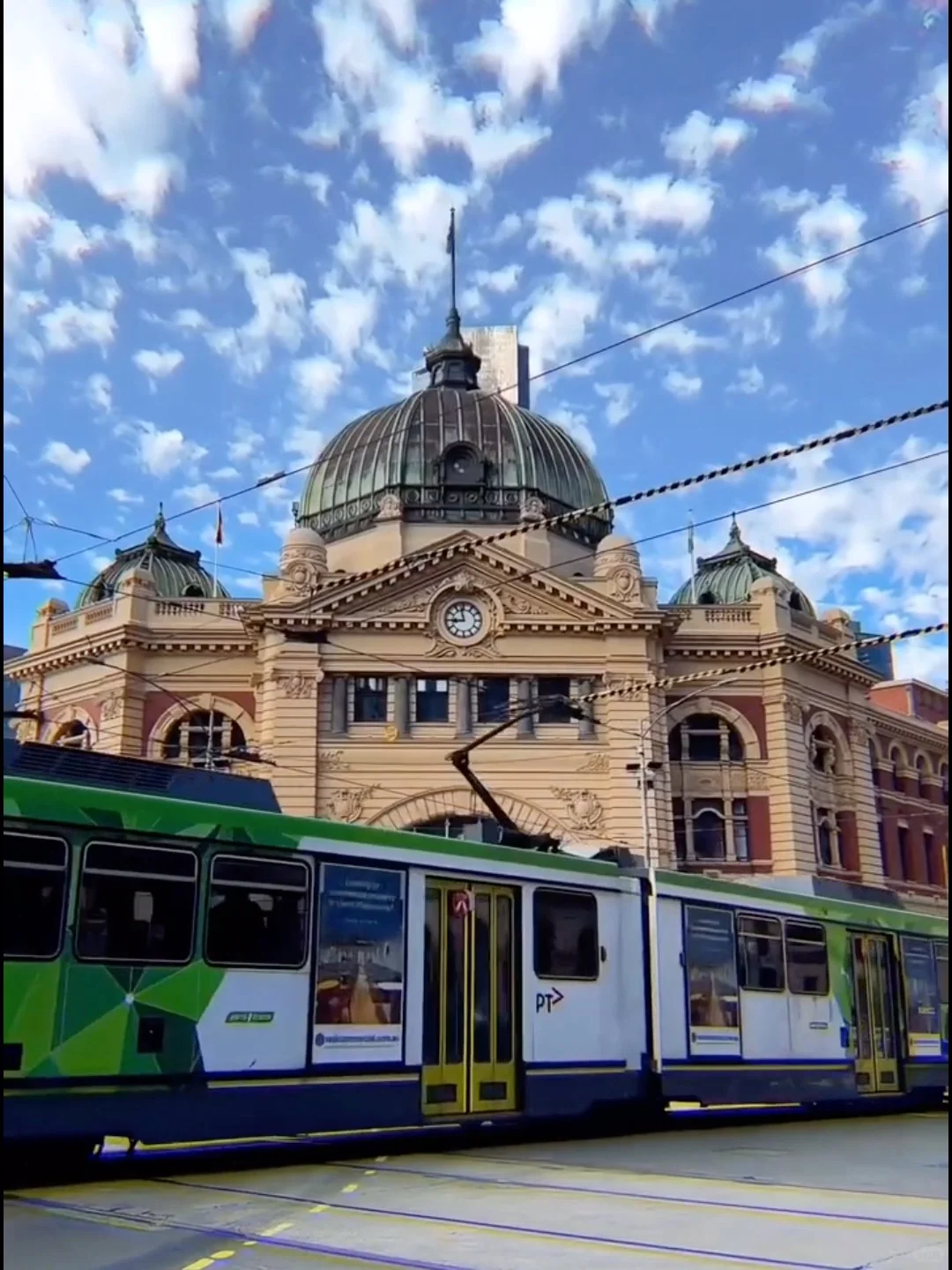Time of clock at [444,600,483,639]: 8:57
